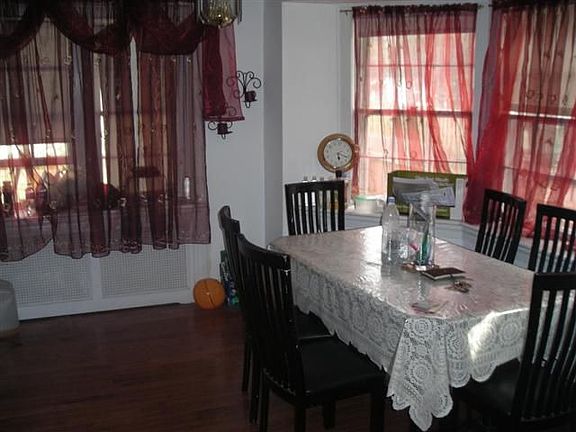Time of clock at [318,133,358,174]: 5:17
